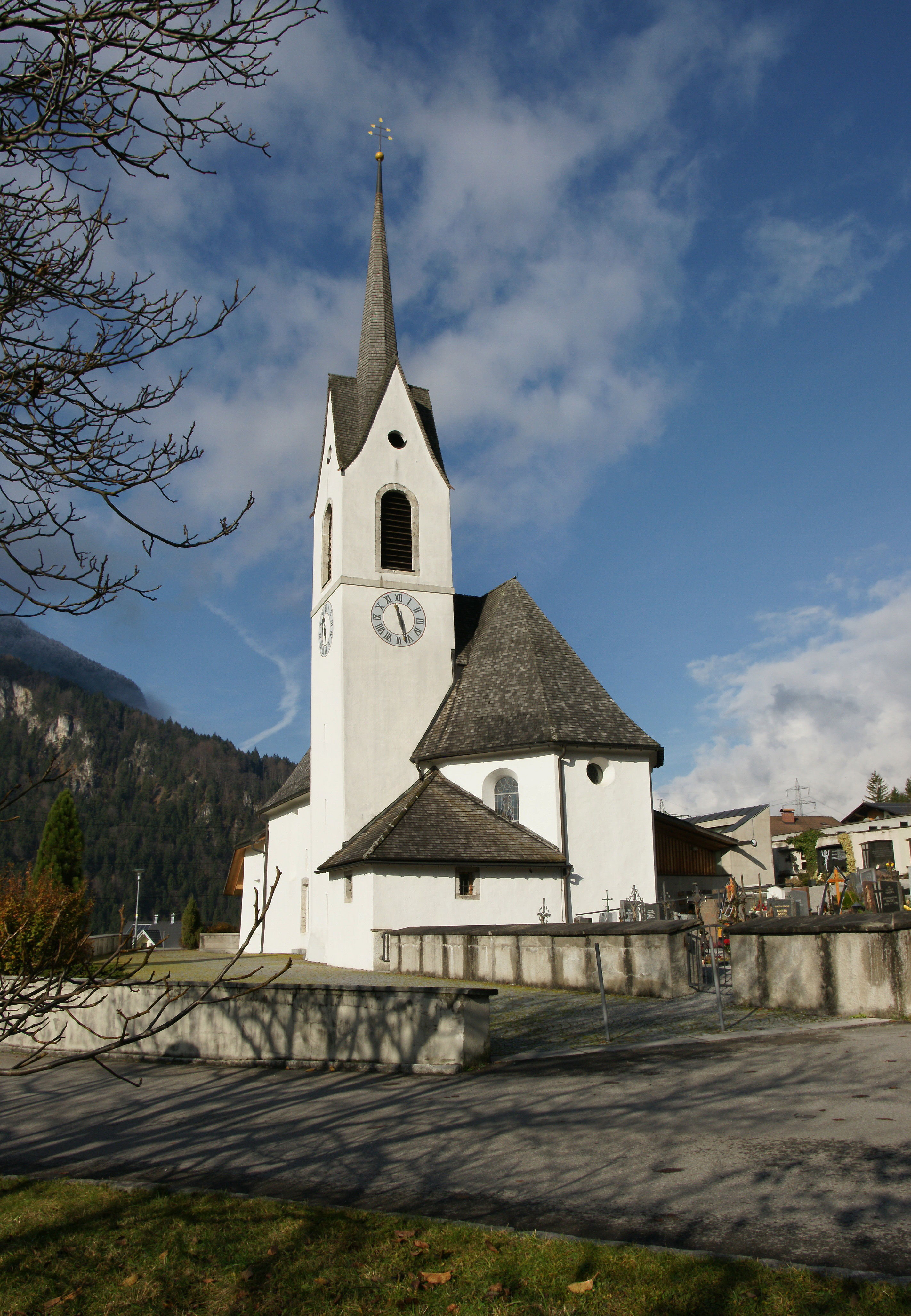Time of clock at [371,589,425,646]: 11:27
